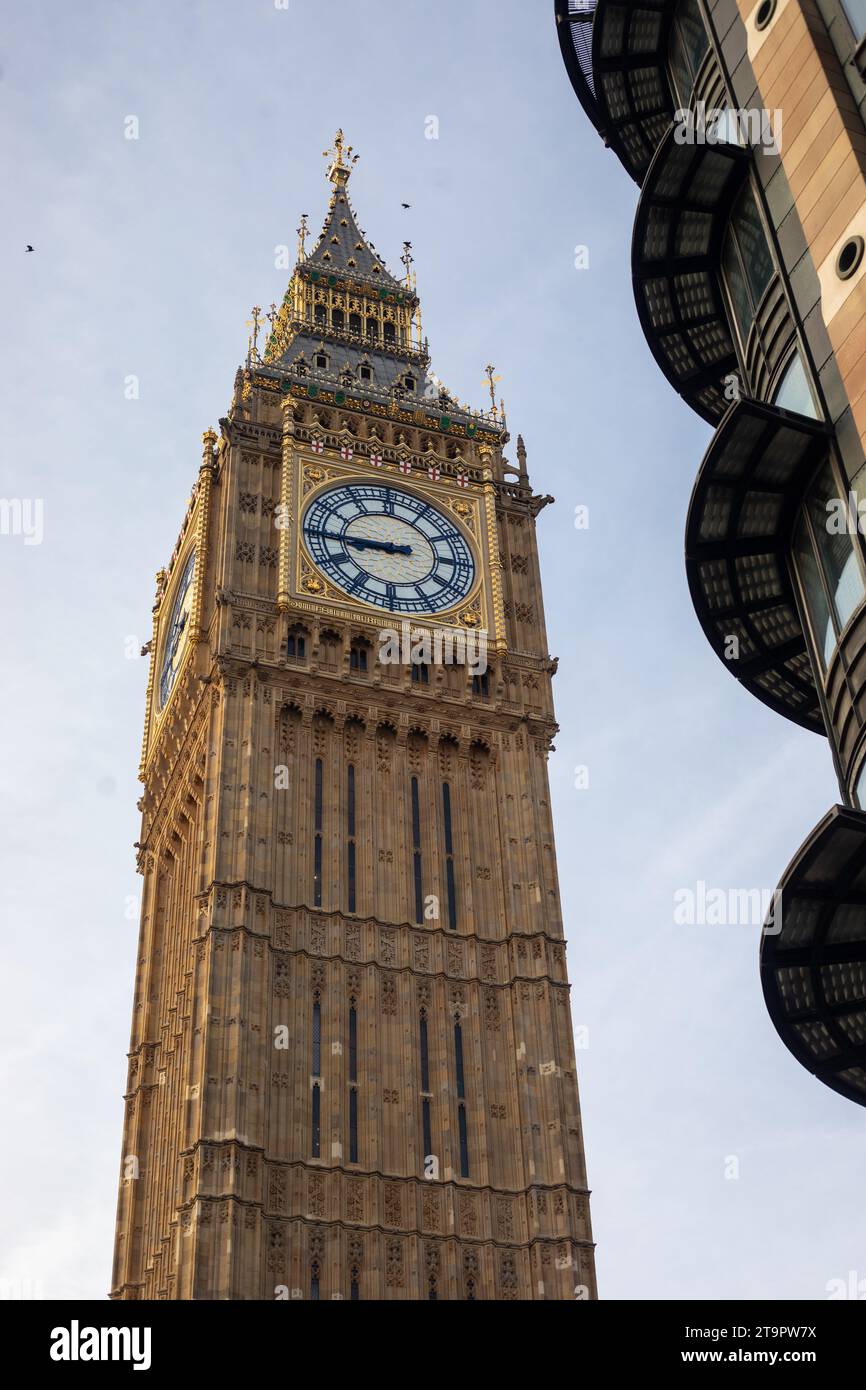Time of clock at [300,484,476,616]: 8:44
